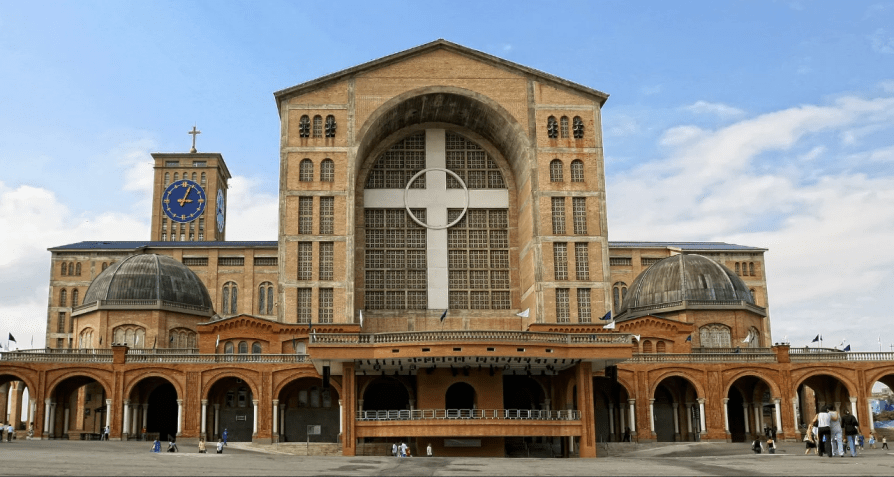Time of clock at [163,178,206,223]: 3:04
